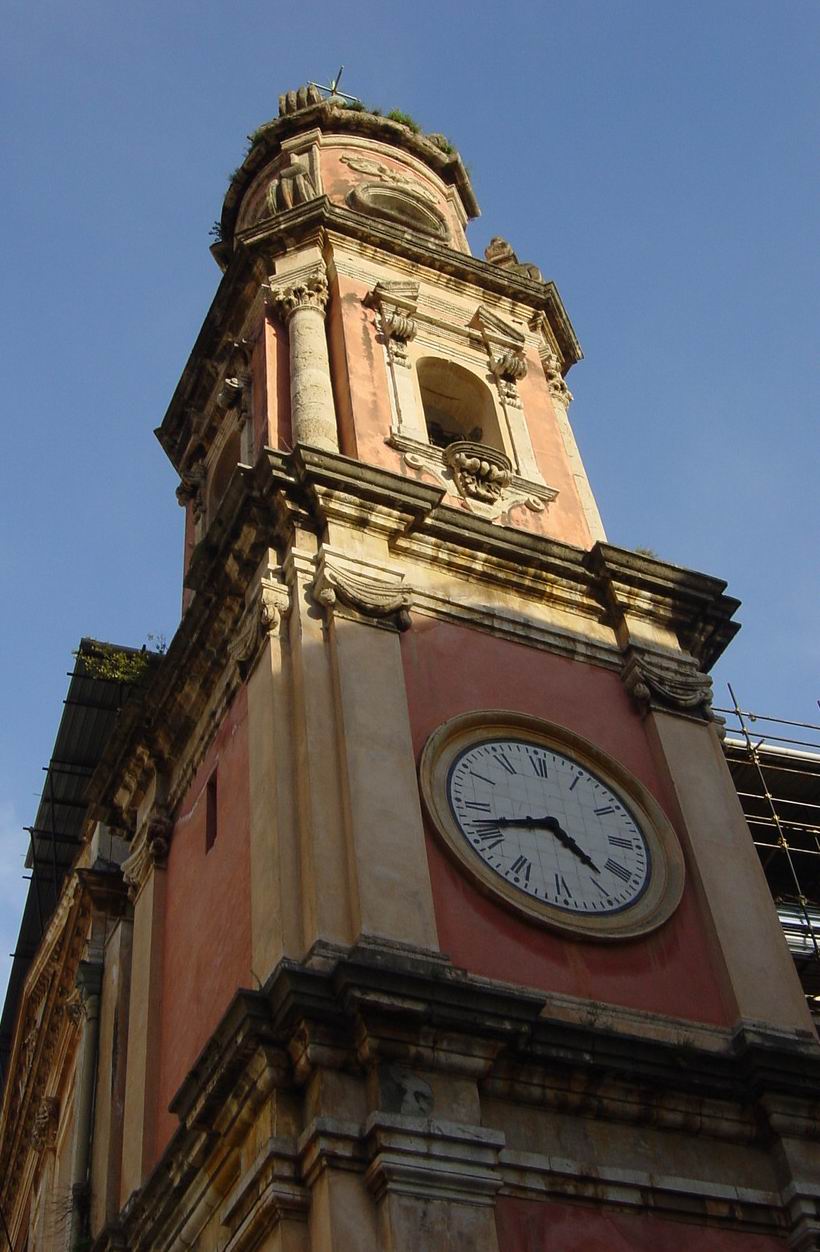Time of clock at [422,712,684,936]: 4:42
